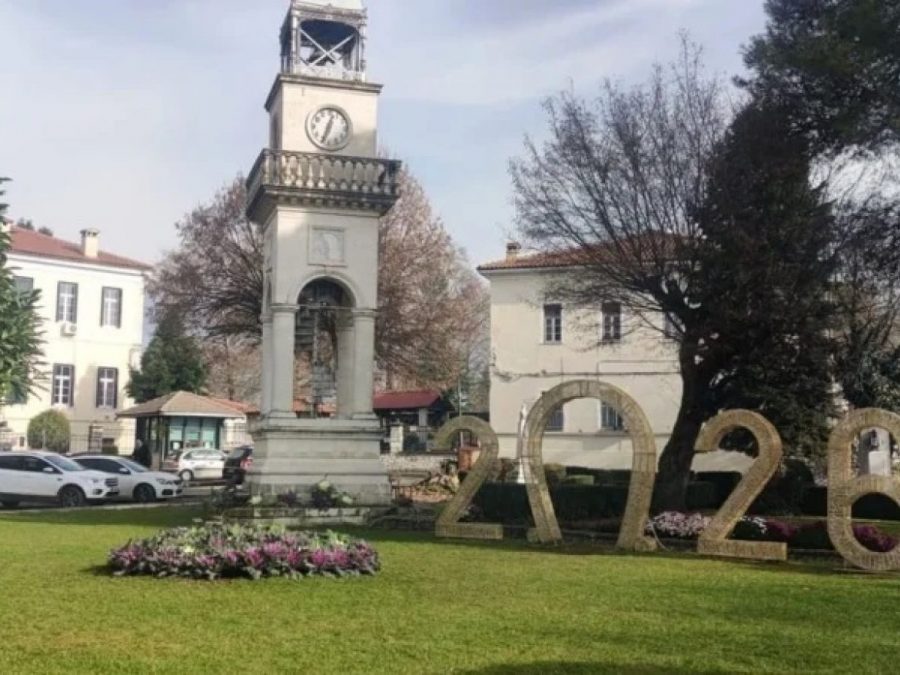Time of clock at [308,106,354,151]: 12:33
